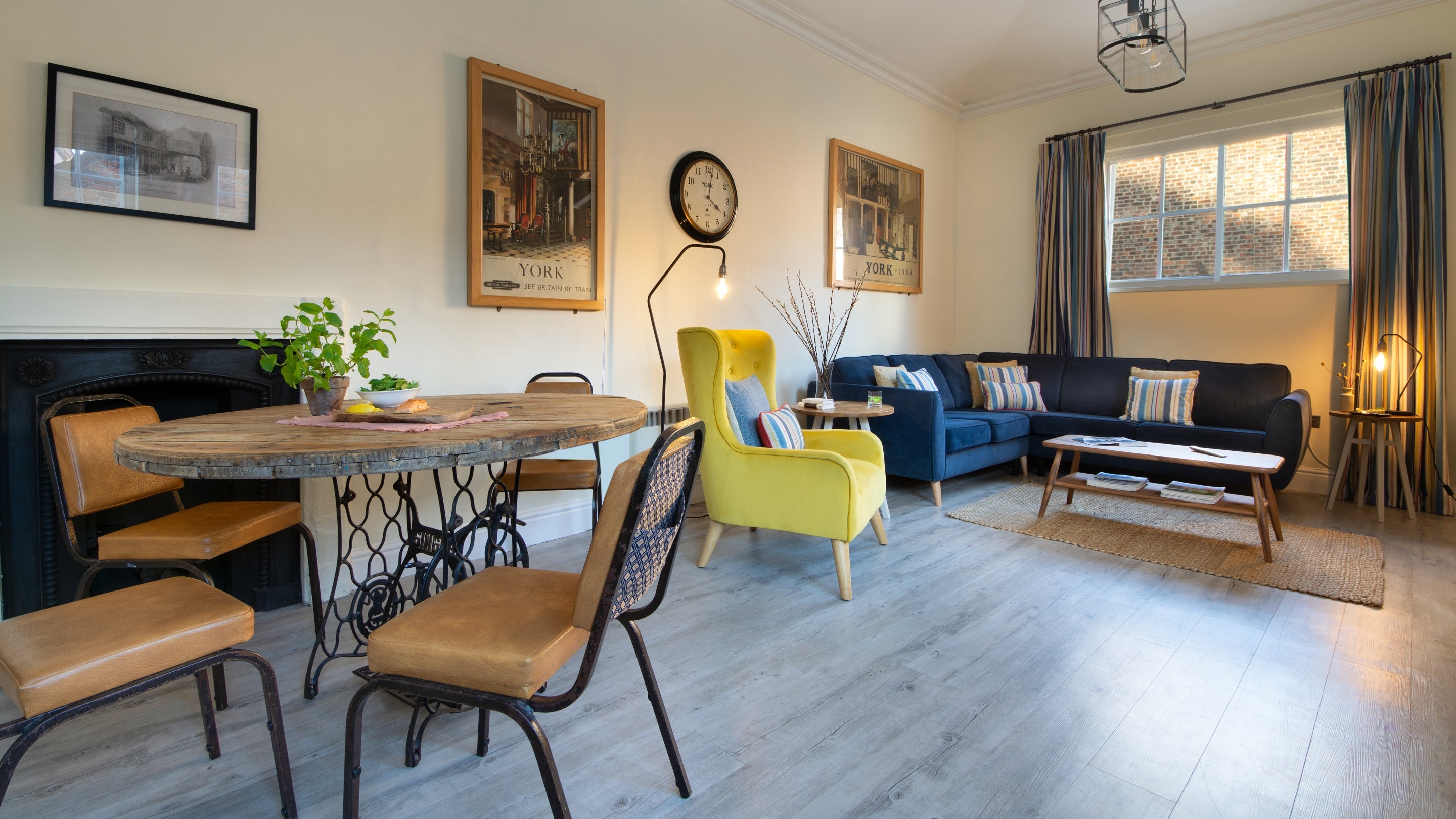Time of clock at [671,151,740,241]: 4:02
